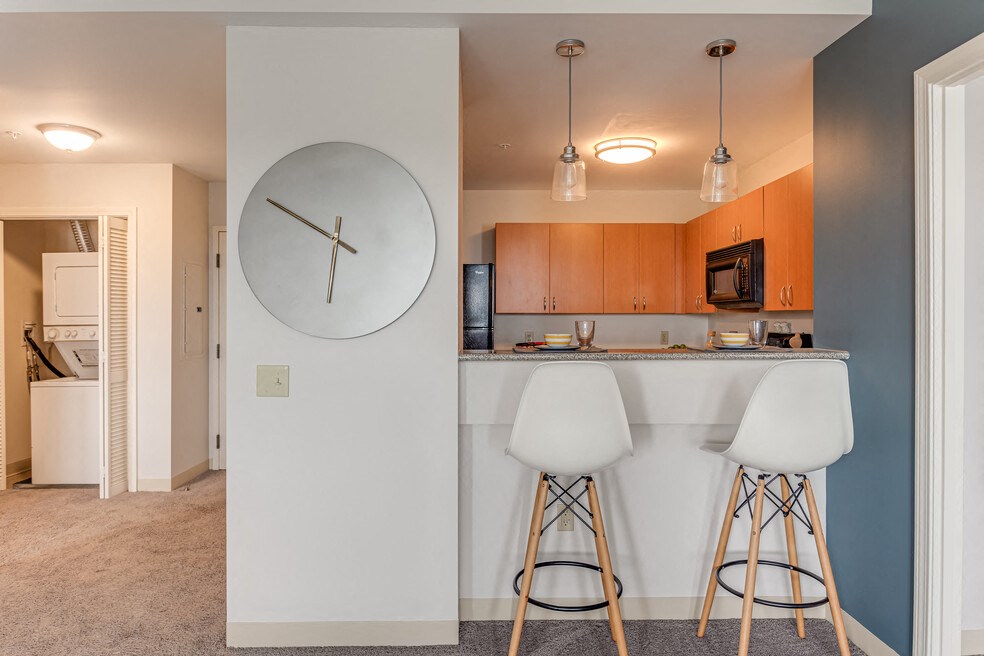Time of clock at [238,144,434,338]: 5:49
